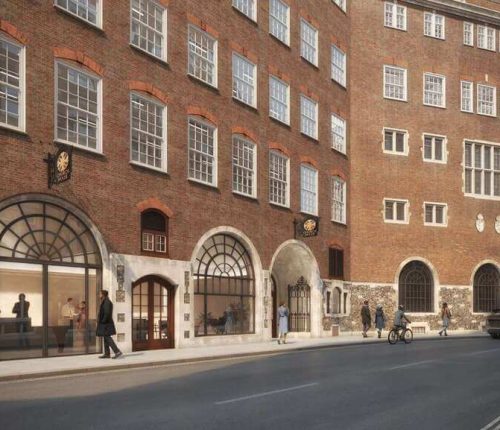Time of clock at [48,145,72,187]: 7:00
